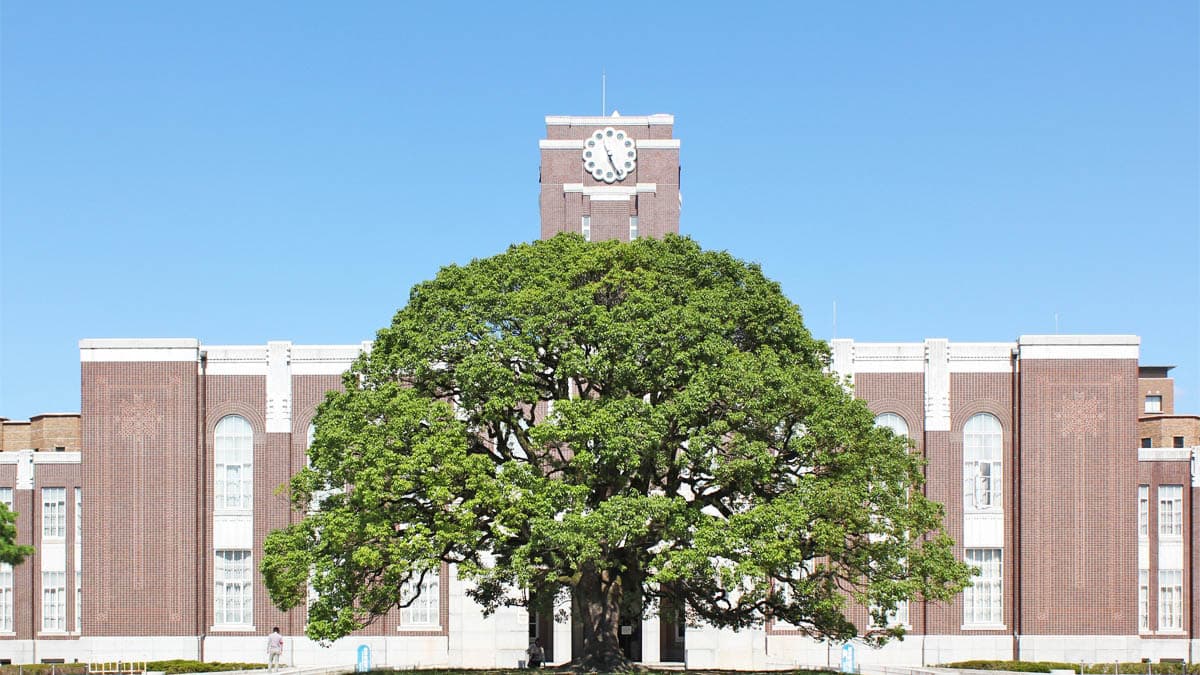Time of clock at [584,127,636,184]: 5:26
